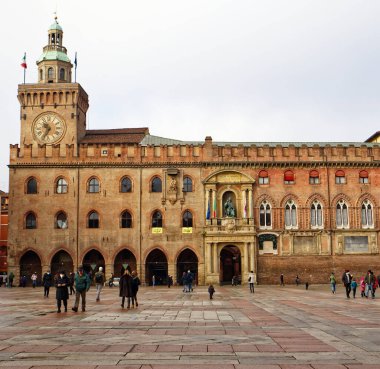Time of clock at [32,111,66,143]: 10:34
